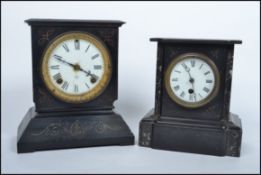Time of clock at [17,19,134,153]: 3:49
